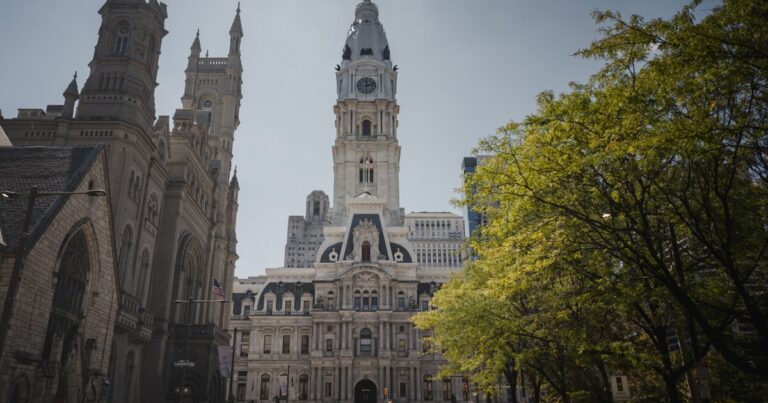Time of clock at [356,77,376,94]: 12:11
